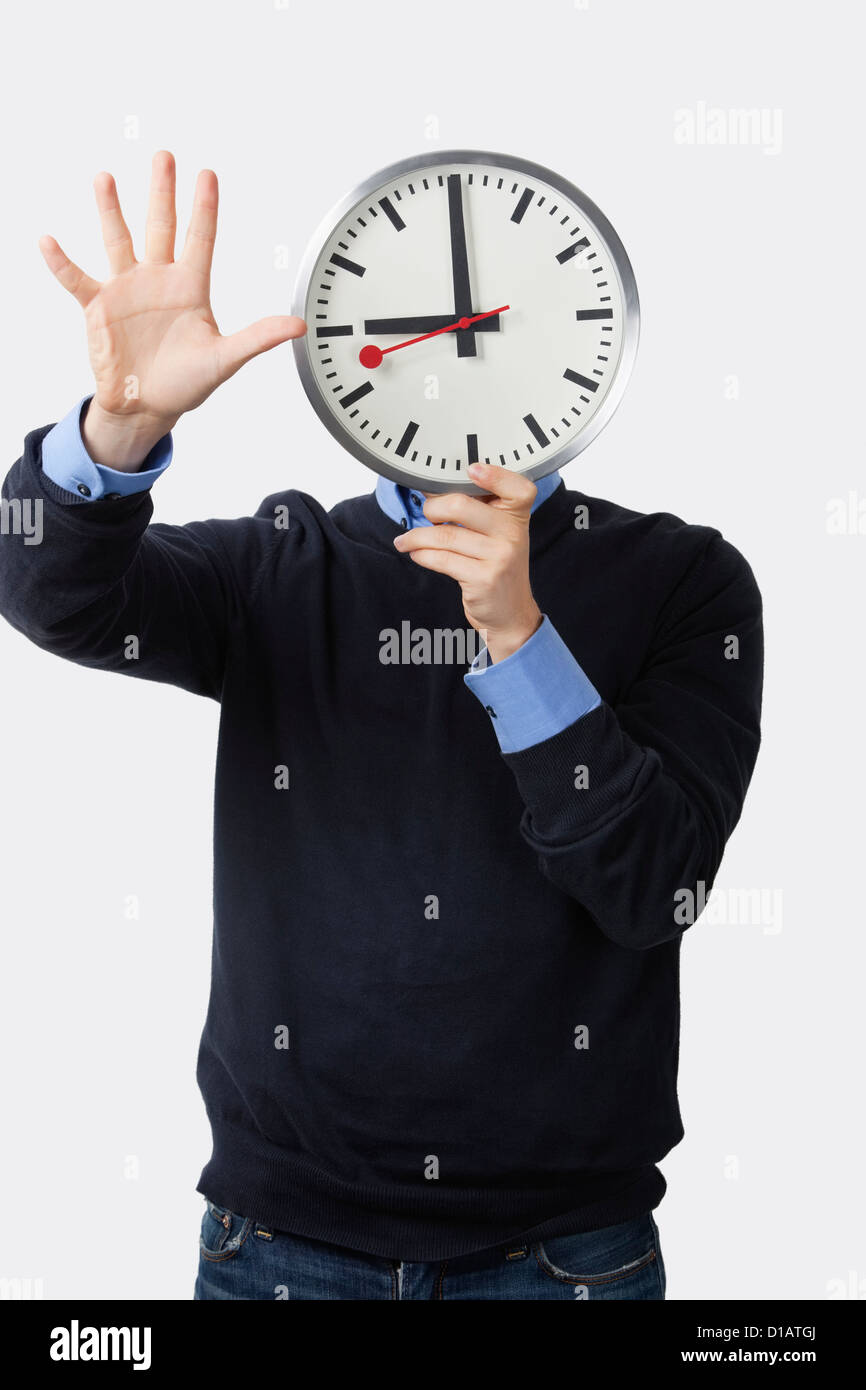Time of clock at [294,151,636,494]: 8:59
